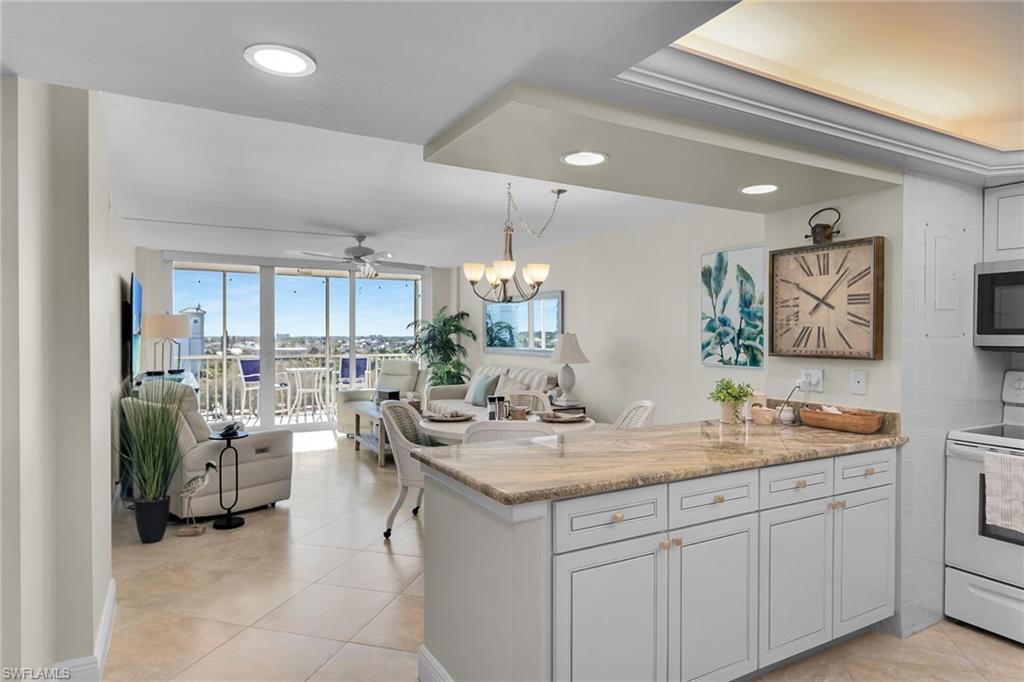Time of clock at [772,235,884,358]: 10:06
